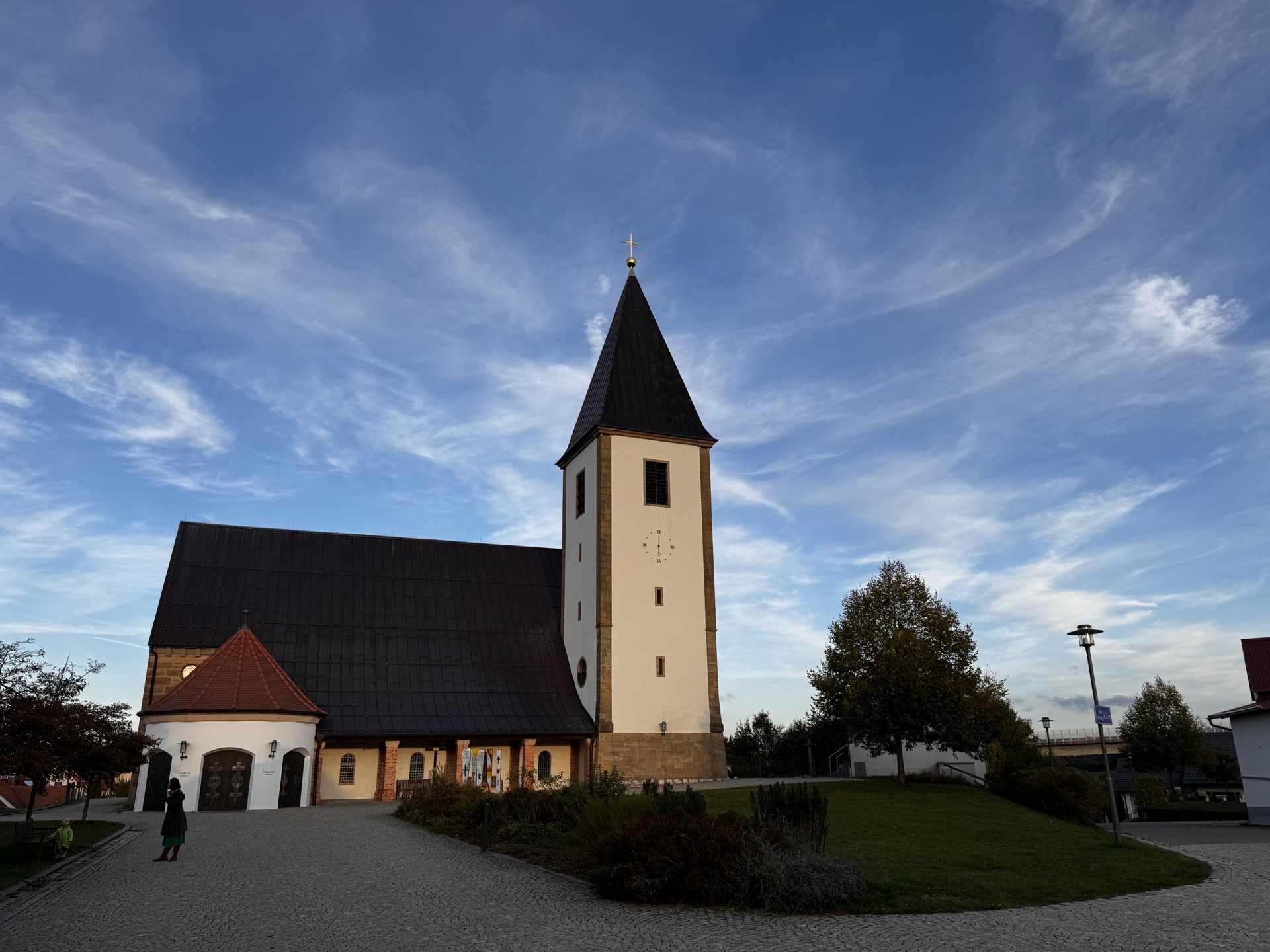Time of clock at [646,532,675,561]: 6:00
